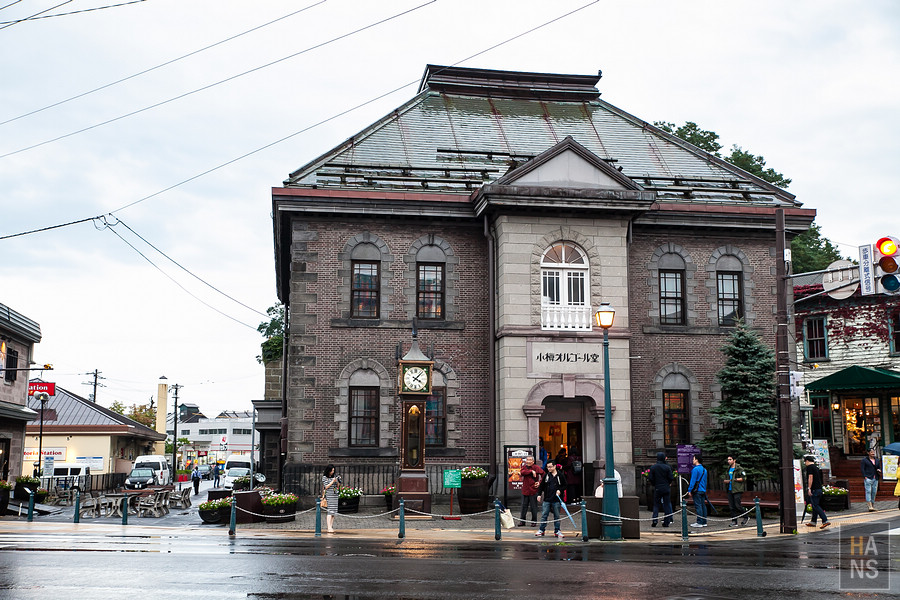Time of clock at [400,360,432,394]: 4:07
